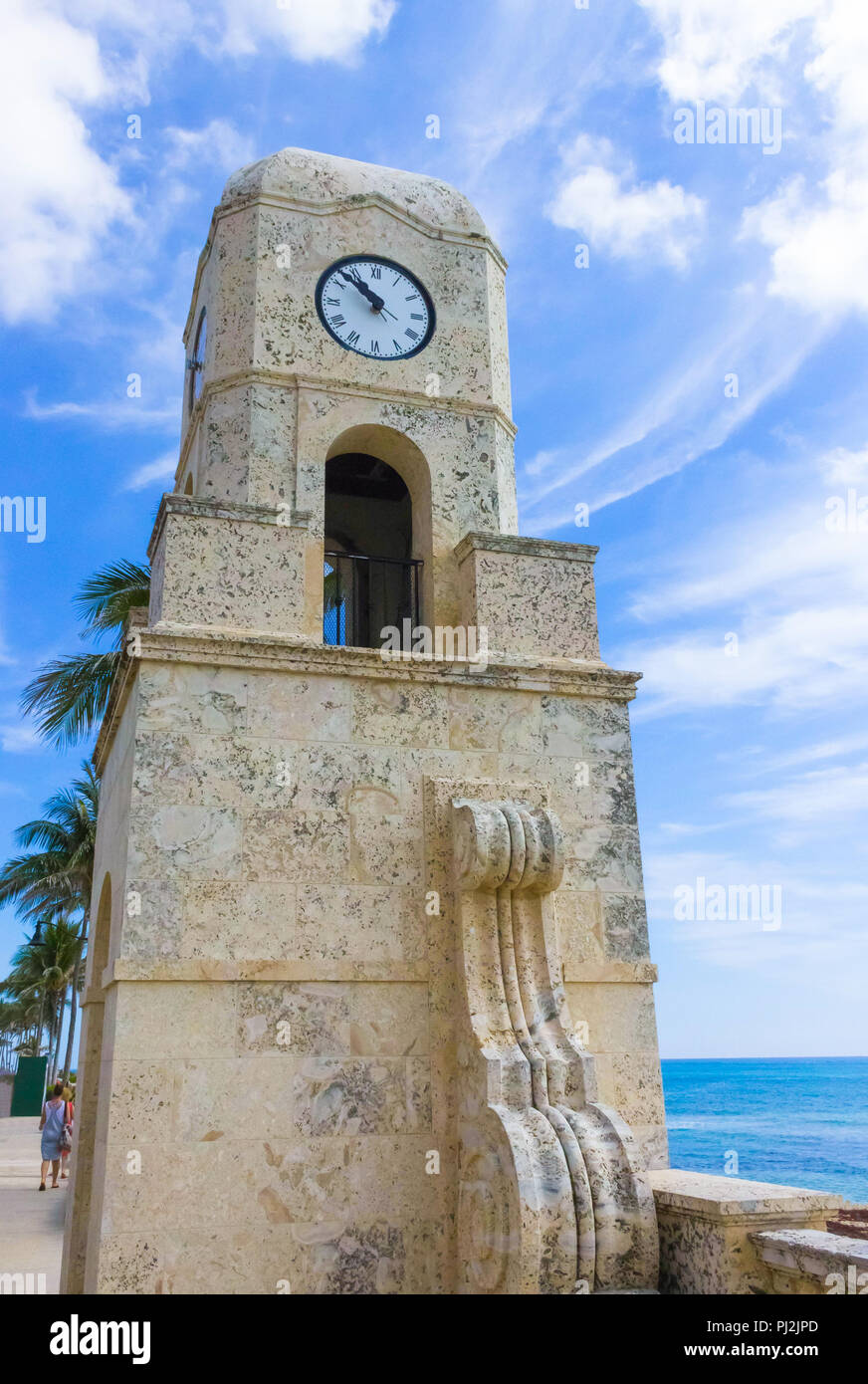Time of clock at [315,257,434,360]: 10:52
